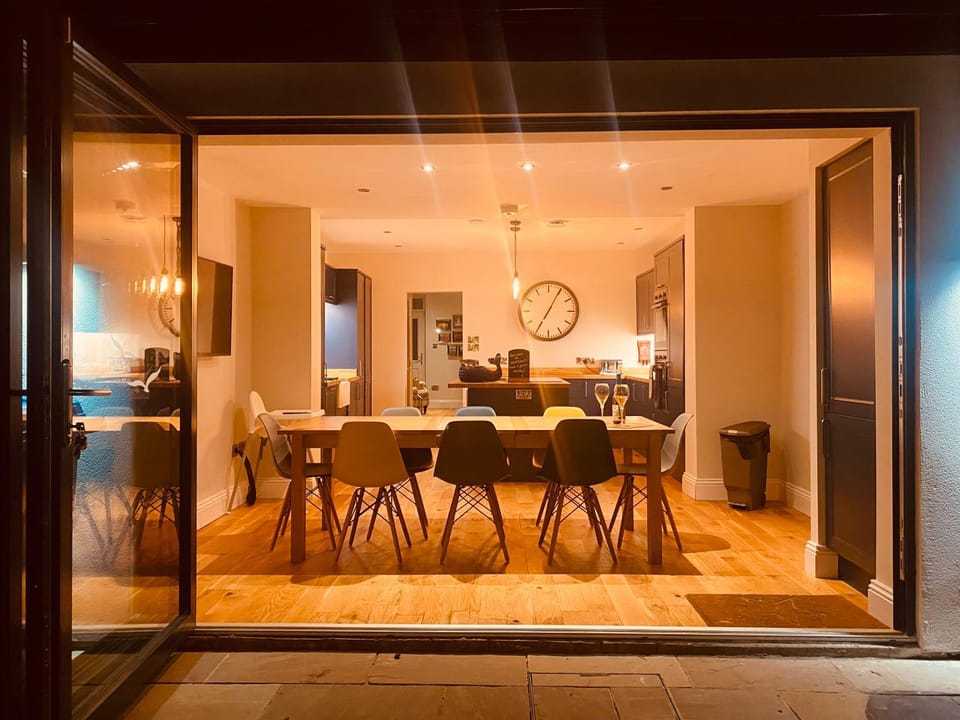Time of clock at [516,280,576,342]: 7:04
